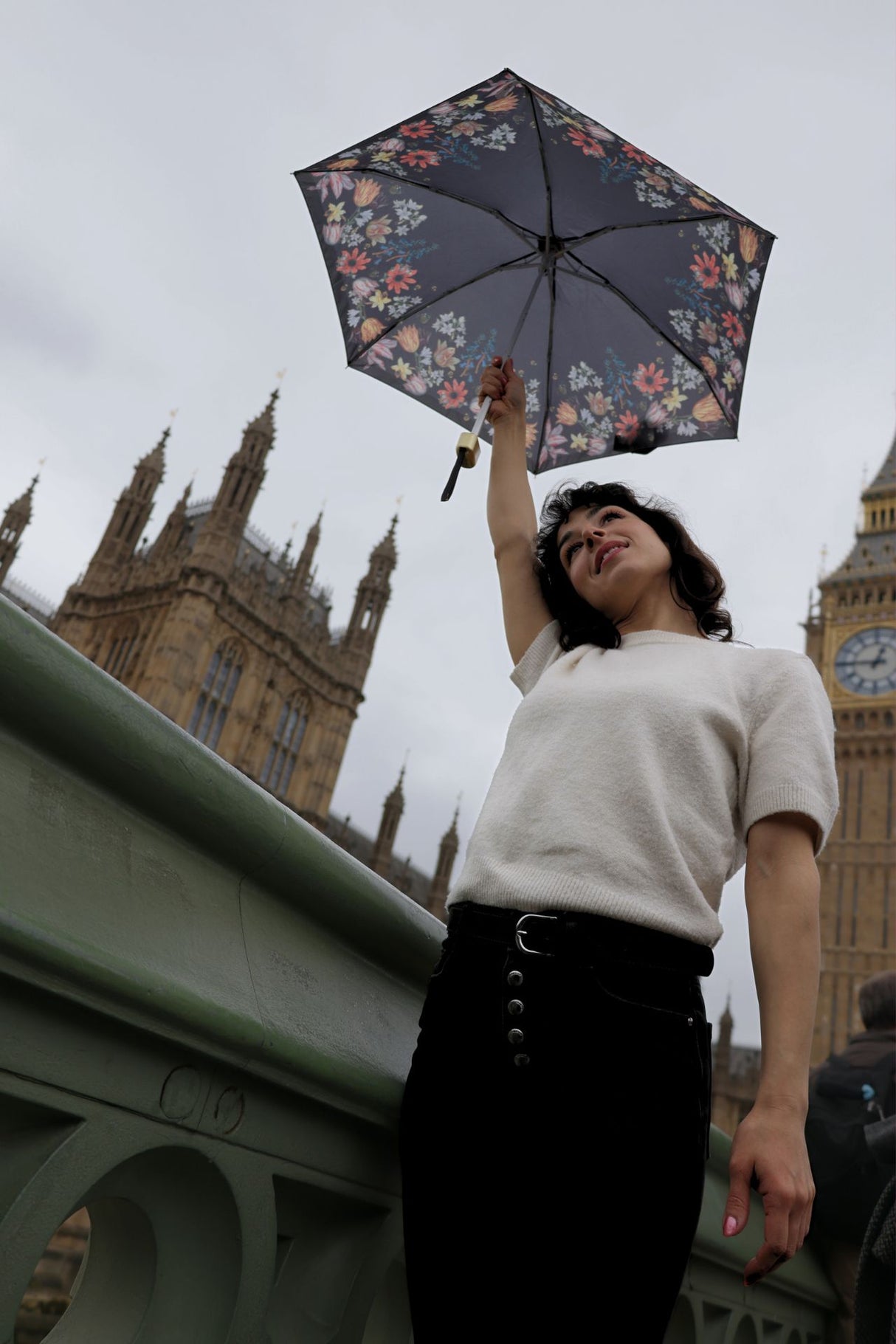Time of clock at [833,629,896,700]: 12:45
